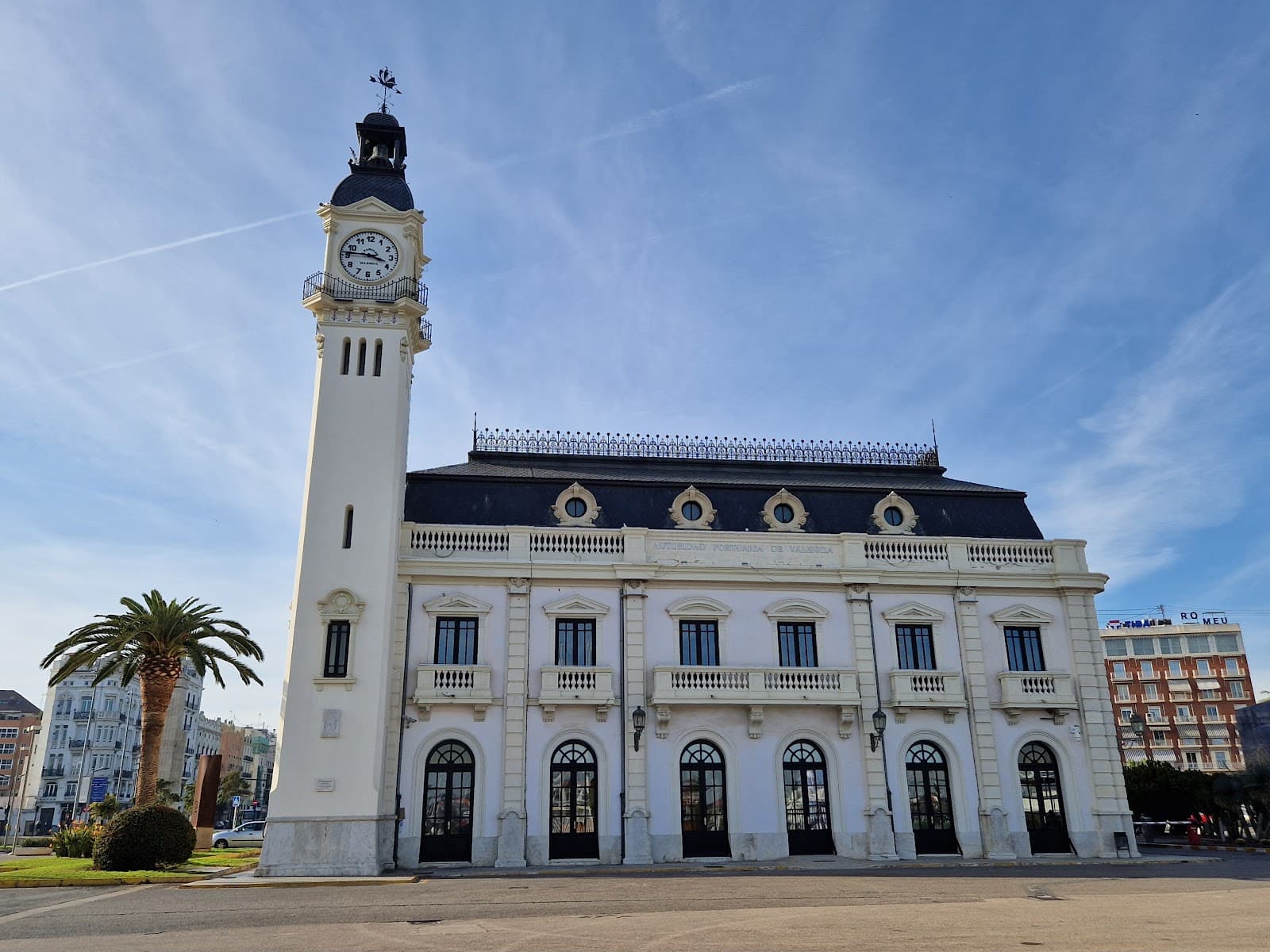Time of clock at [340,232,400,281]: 3:46
